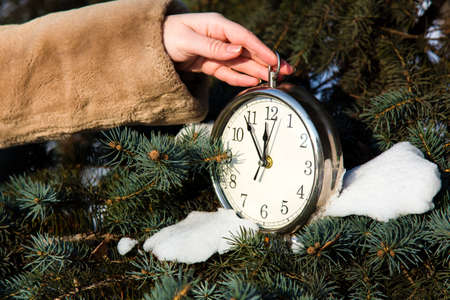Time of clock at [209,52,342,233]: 11:54
